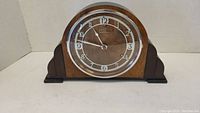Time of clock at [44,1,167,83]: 10:47
